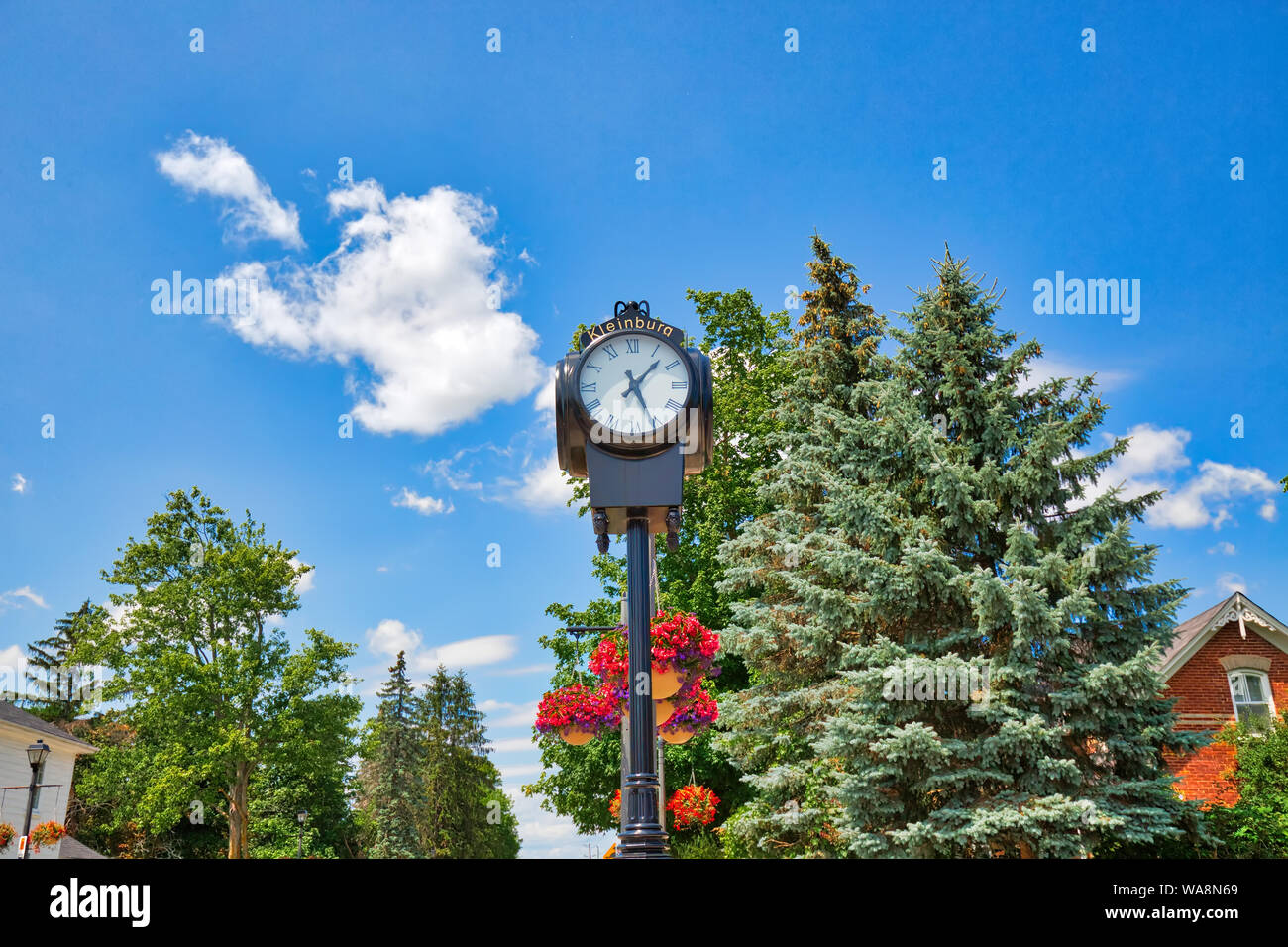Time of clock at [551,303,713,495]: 1:25
